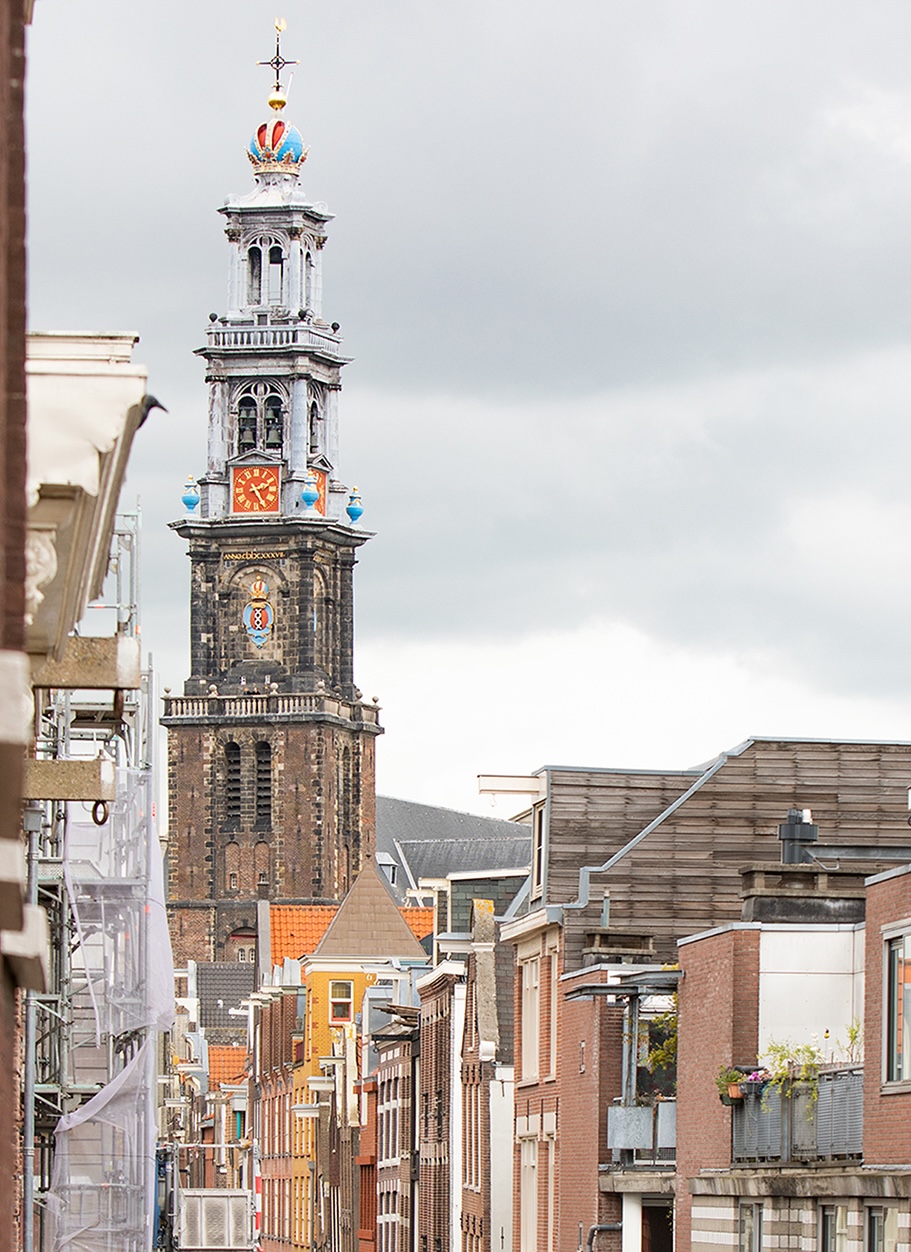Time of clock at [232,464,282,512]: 2:25
